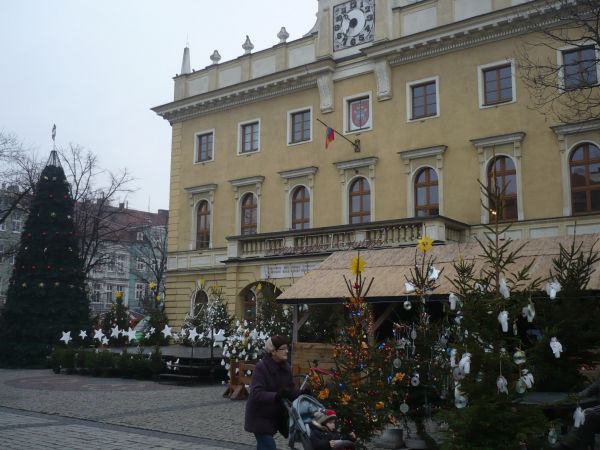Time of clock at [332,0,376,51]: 10:36
